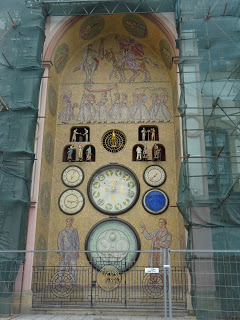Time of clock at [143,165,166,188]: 7:37
